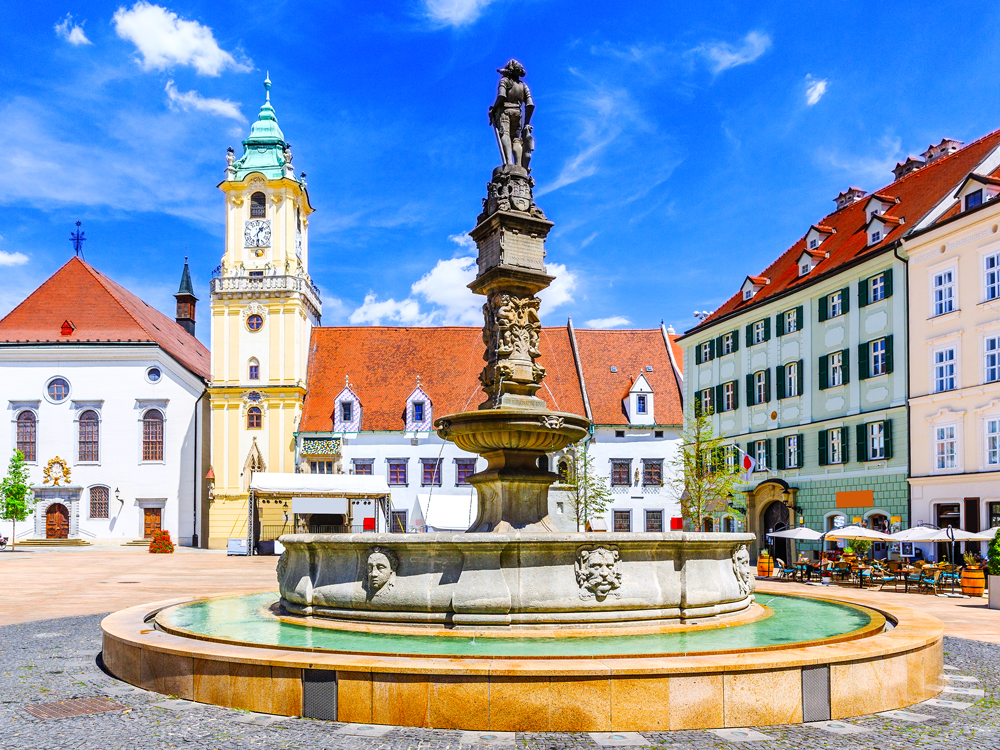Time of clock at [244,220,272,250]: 1:28
